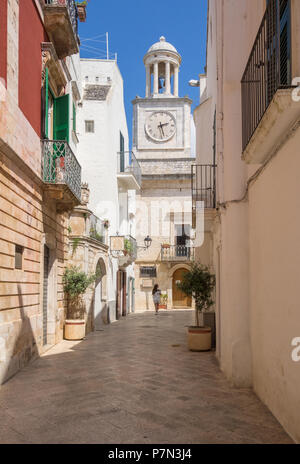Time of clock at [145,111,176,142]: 2:27
